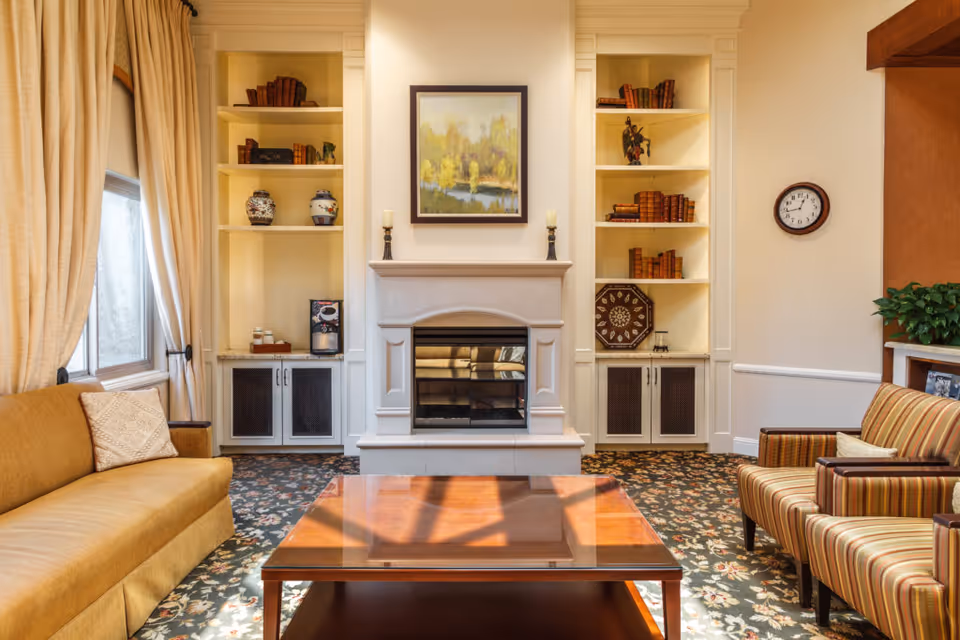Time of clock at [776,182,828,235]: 12:43
